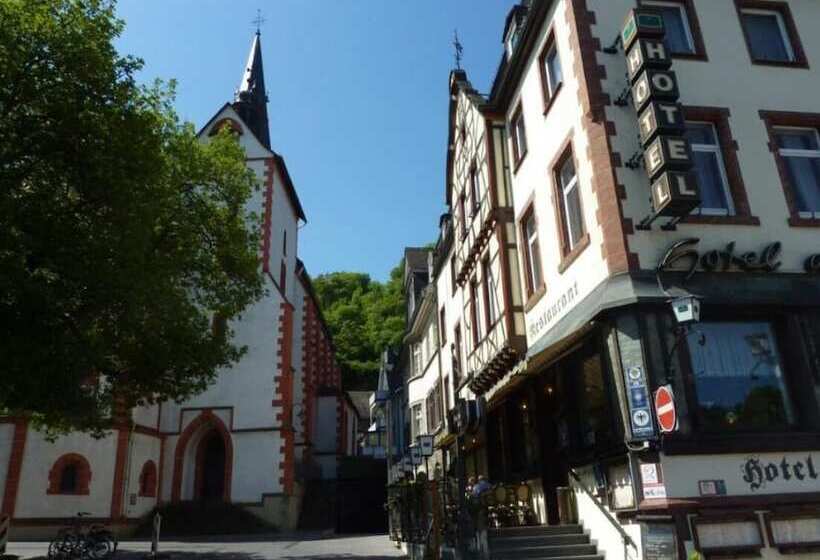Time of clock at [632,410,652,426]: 2:29
